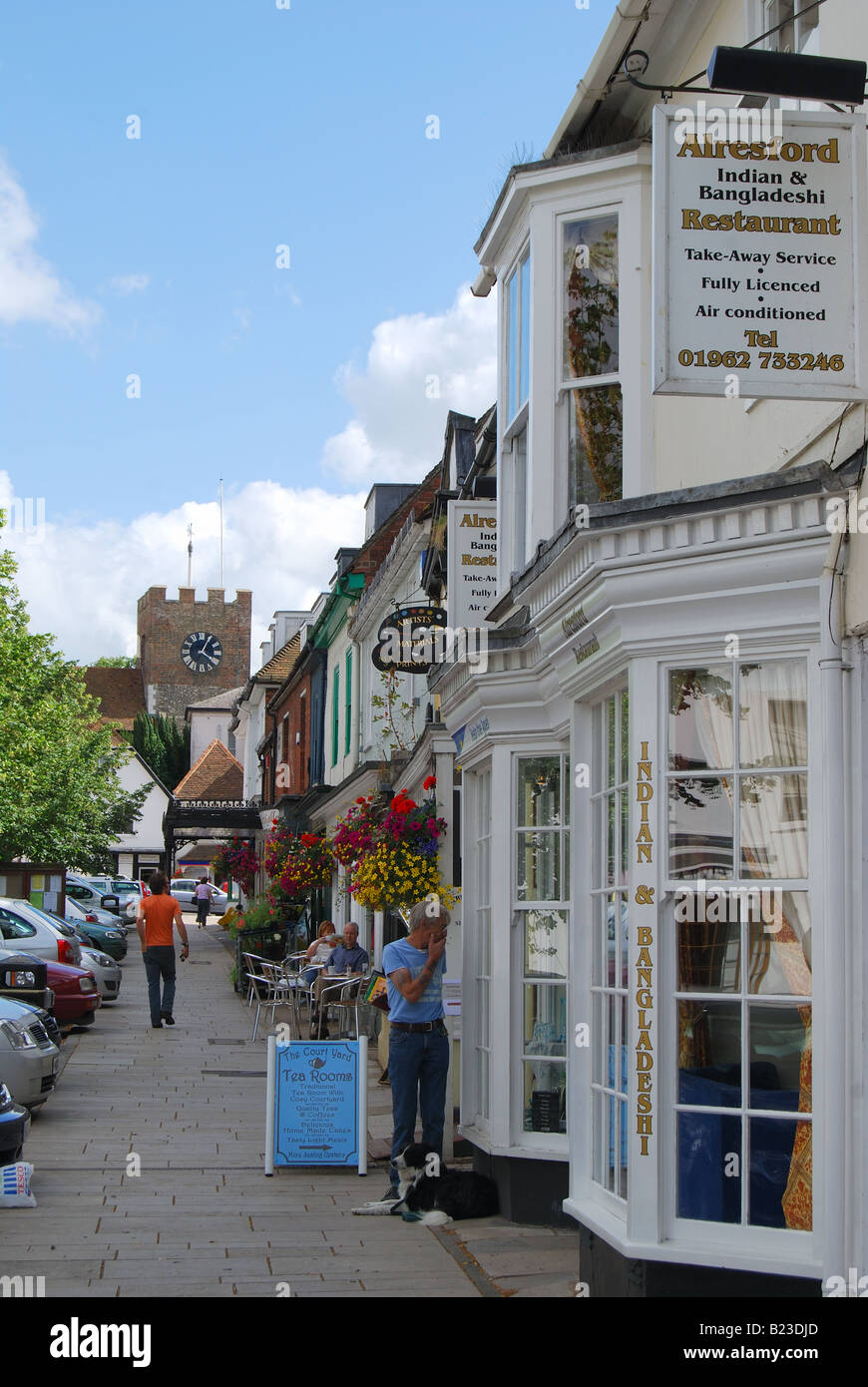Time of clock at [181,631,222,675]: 4:04
